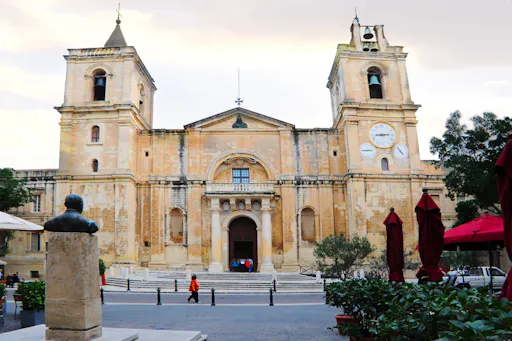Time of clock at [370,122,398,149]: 2:44
